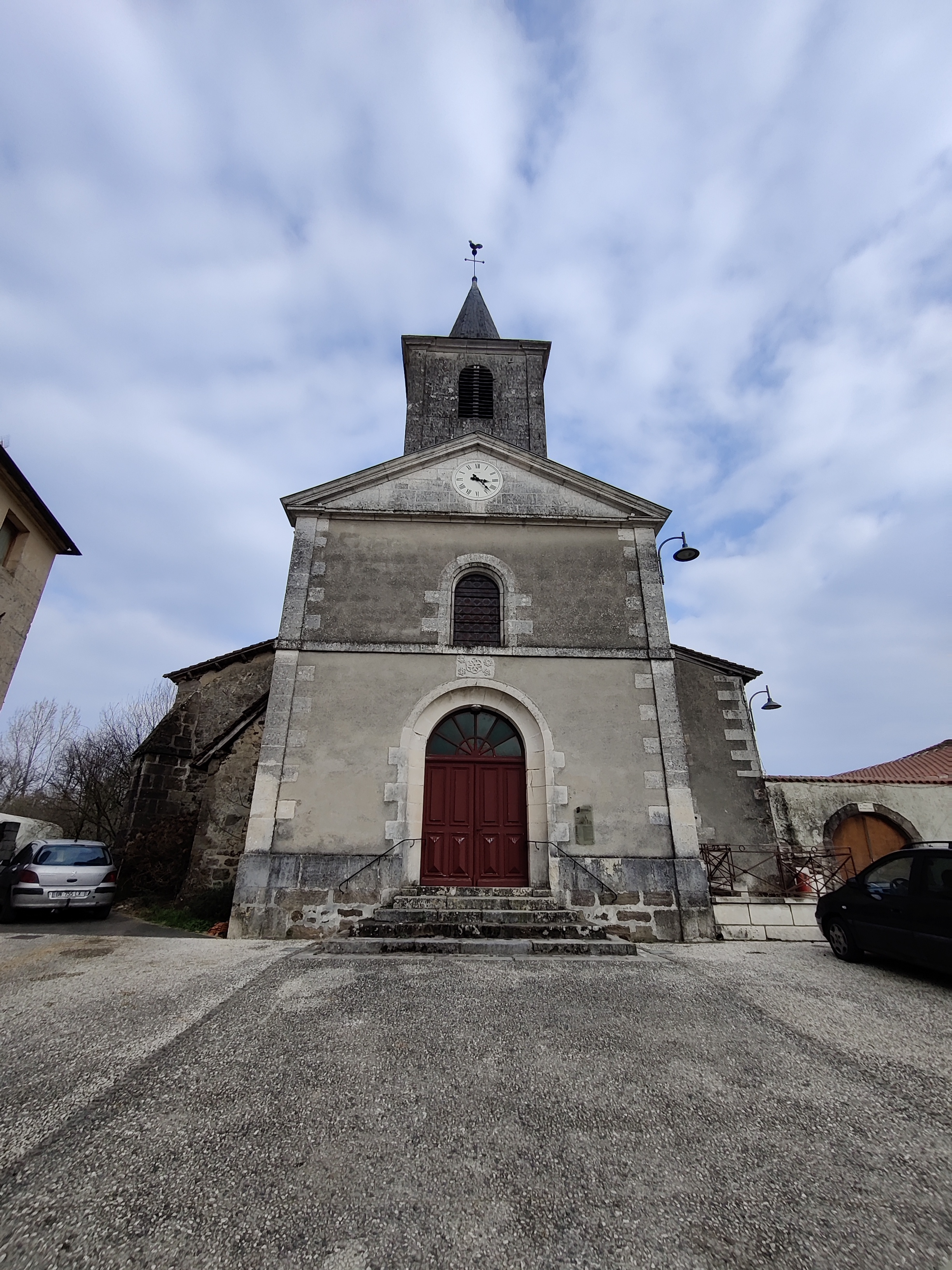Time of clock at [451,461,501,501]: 3:22
